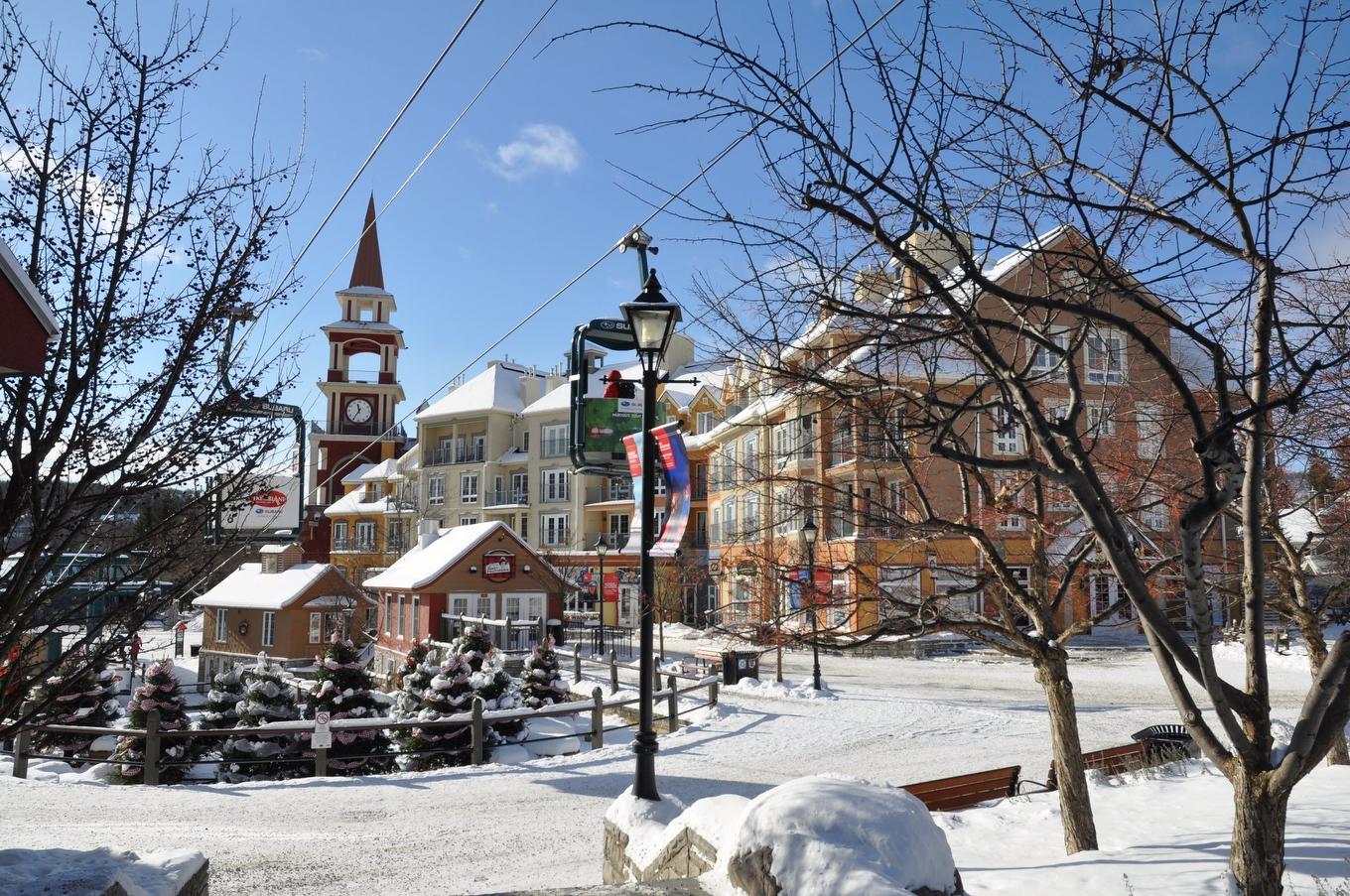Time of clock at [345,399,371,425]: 11:35
